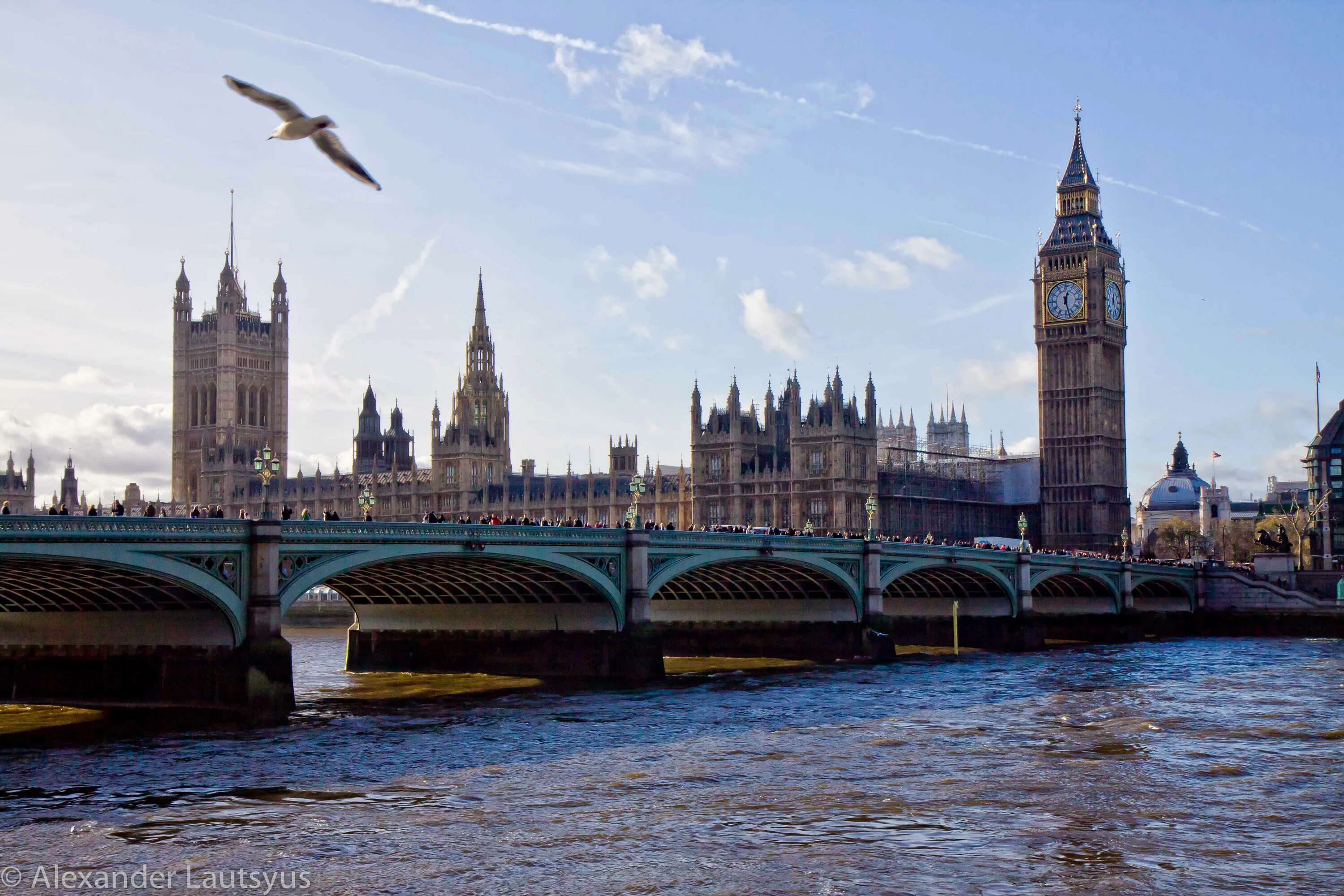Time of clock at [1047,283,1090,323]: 12:27
